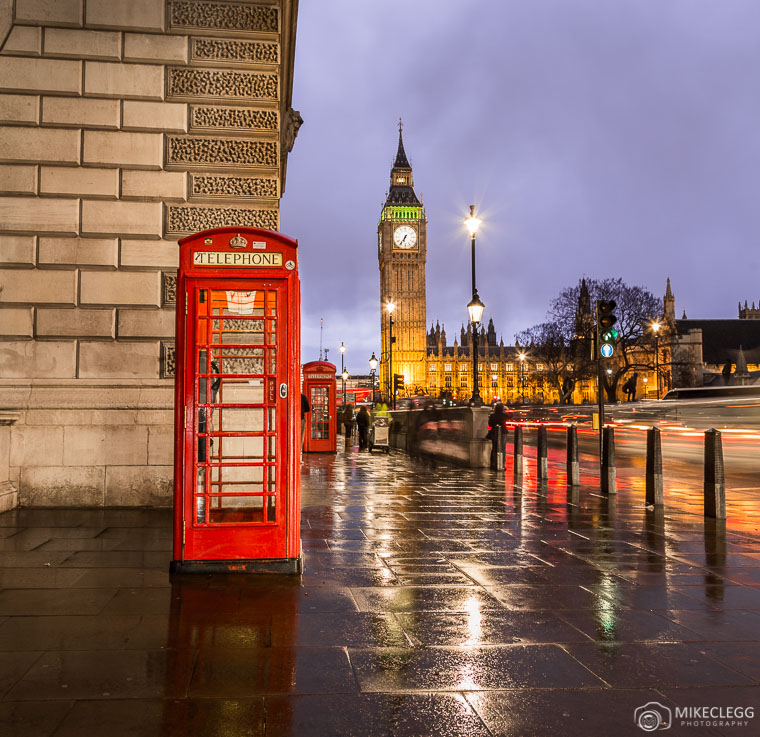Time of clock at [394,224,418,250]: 6:36
